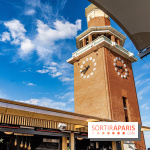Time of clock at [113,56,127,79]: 7:43
